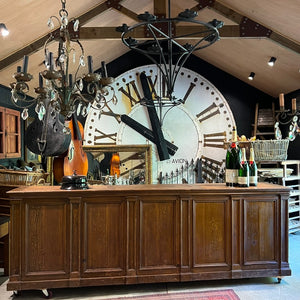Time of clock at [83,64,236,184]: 9:57
